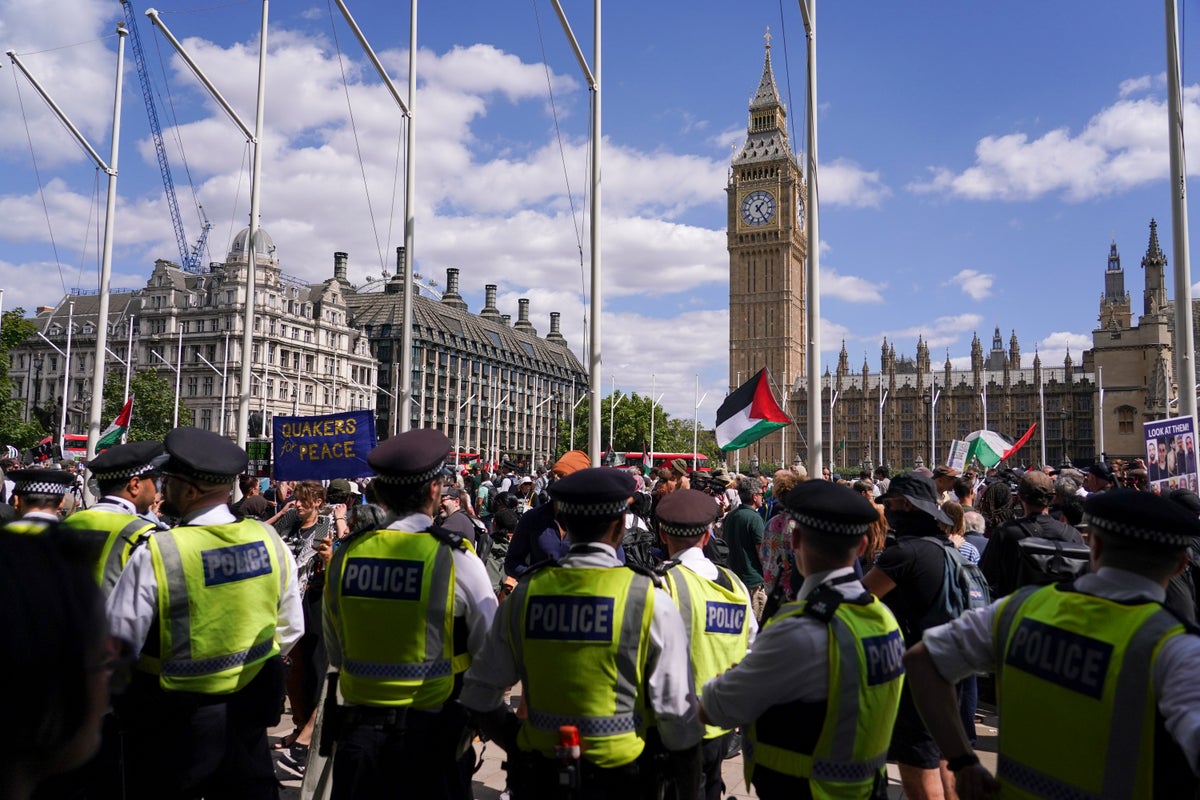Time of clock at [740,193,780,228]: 1:24
